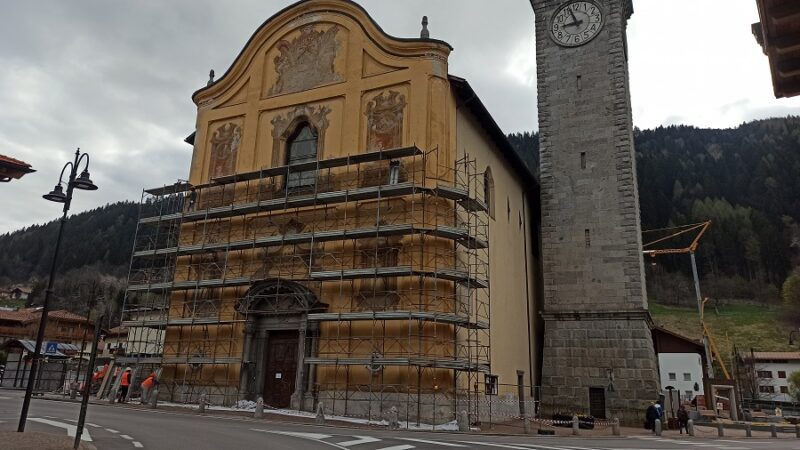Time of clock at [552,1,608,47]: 8:56
